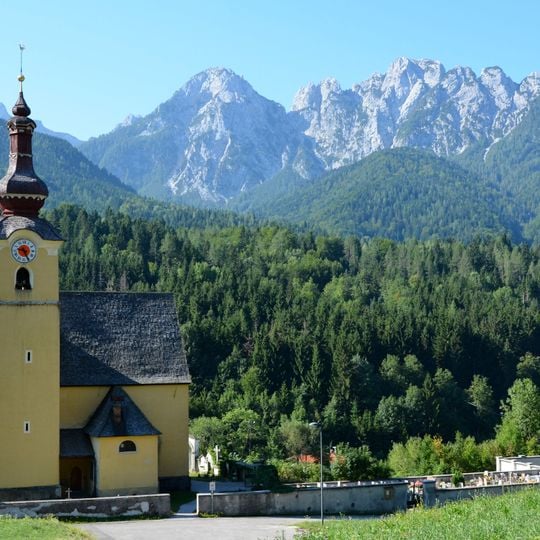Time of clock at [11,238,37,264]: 9:25
